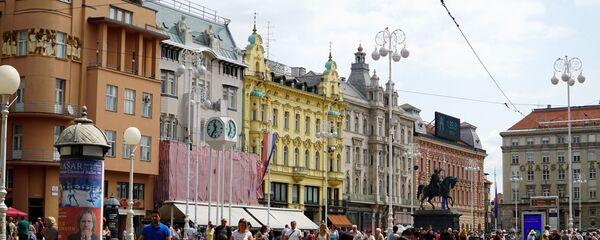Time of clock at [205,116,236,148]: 11:35
